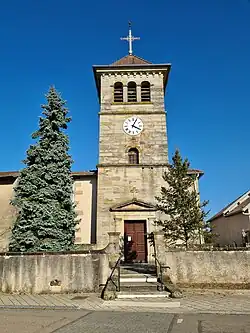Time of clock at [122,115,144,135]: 4:04
